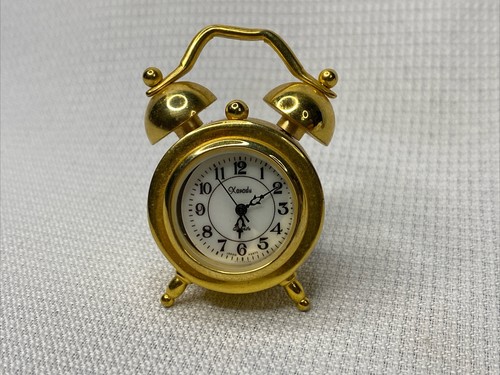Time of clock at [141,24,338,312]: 6:10
